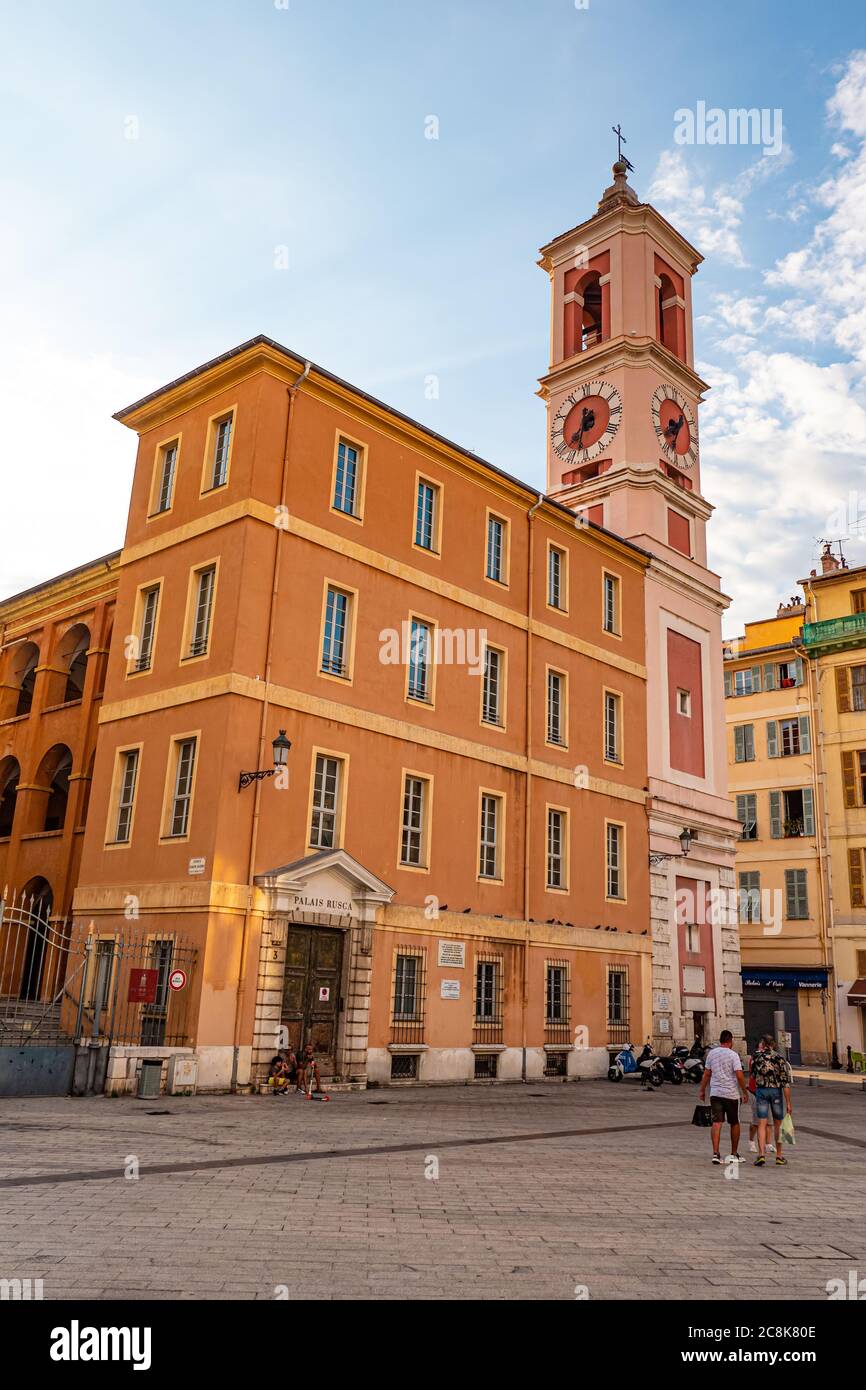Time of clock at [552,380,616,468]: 7:33
